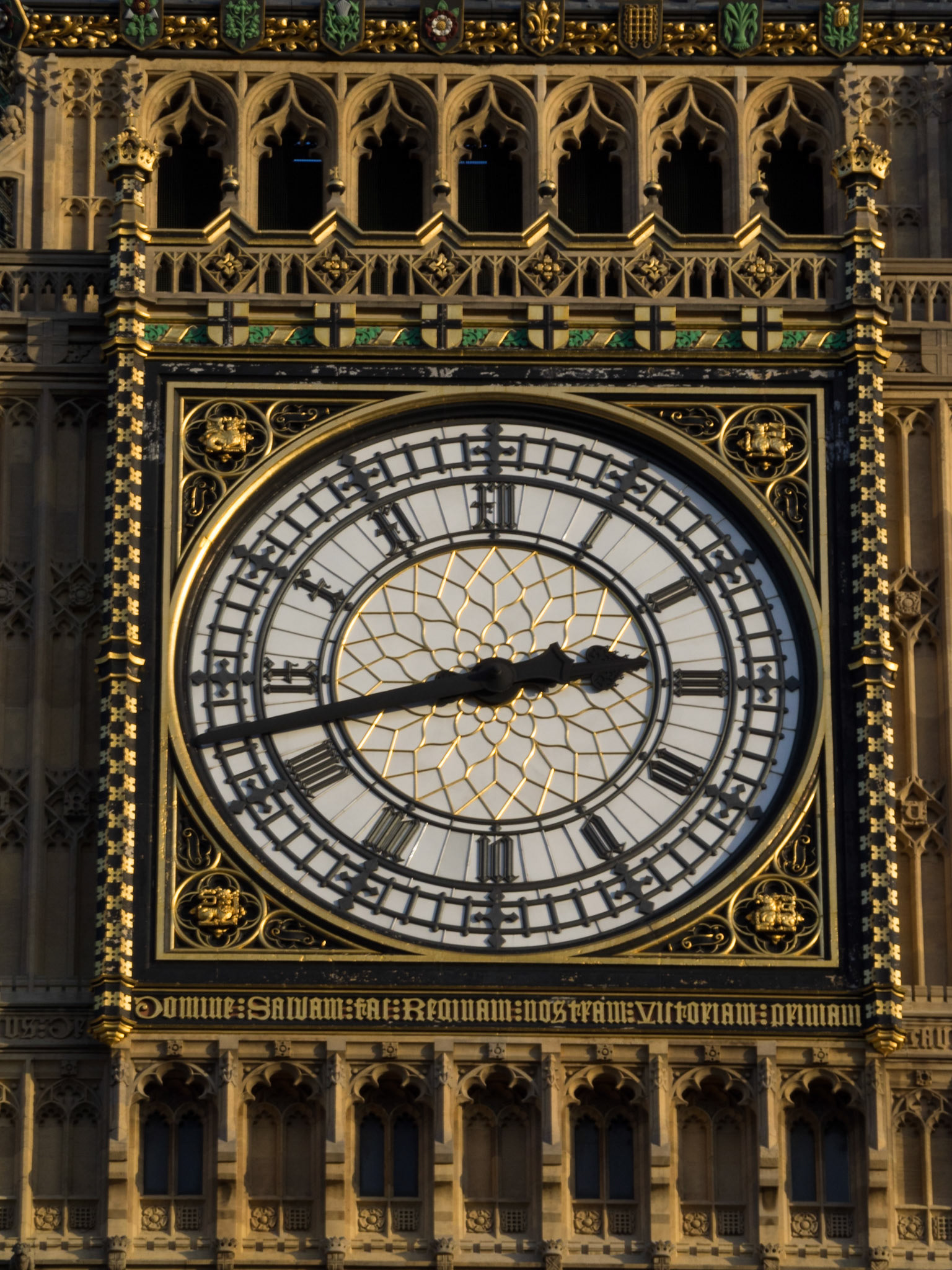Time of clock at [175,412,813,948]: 2:42
